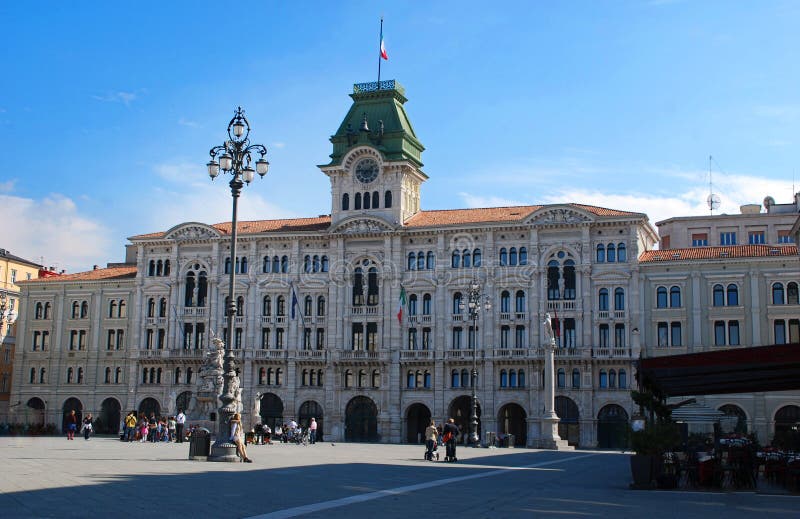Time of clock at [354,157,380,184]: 1:46
